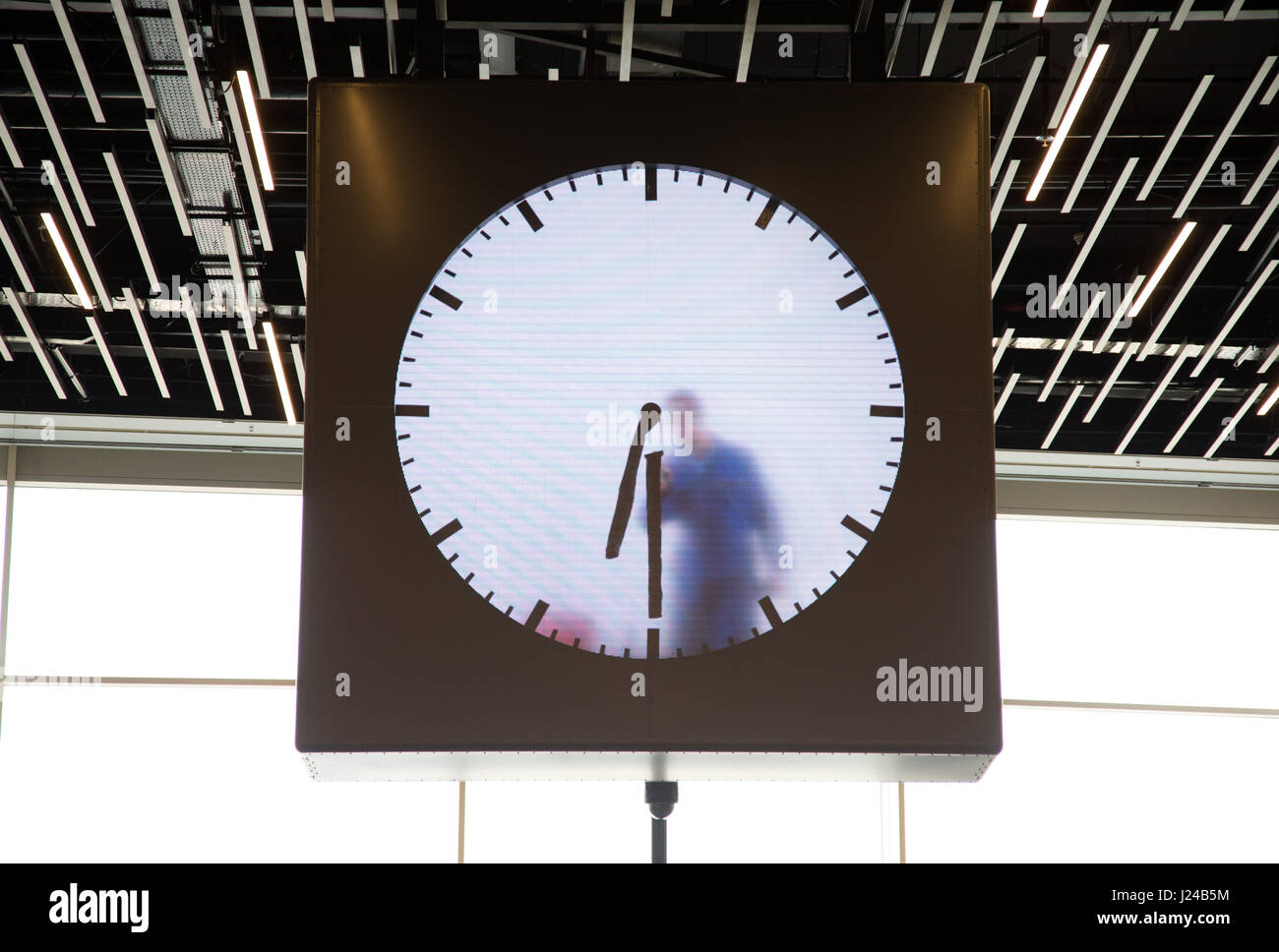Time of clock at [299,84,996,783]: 6:29
